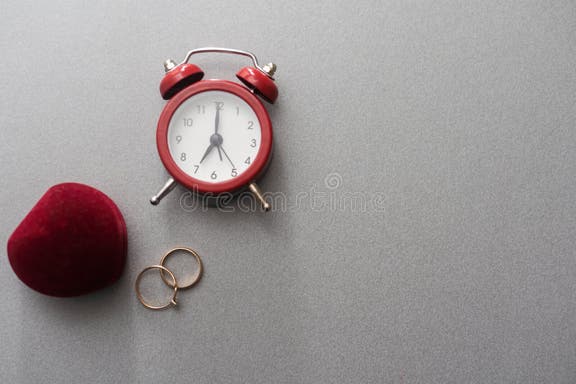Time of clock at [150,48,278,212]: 7:00
